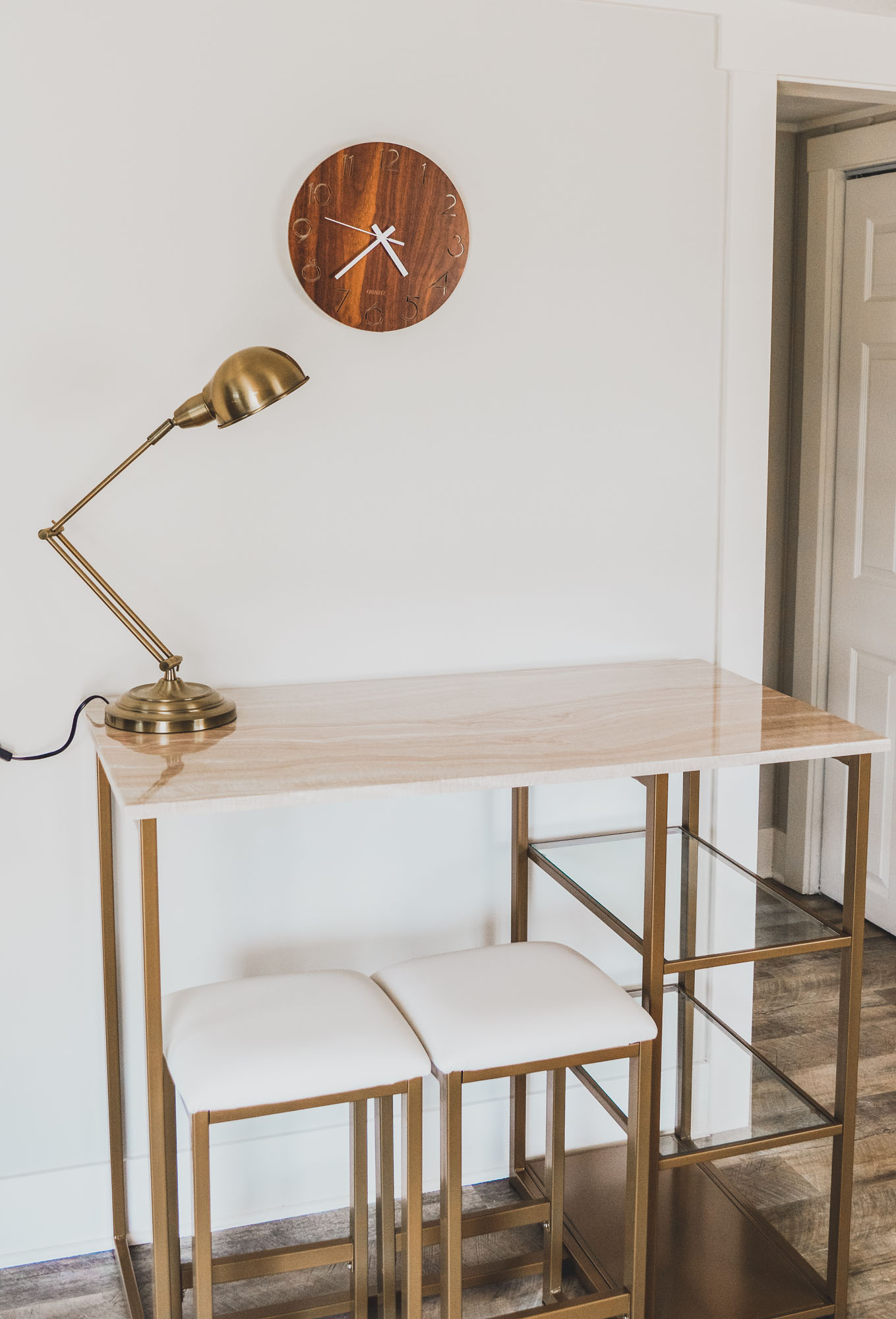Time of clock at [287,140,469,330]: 4:38
